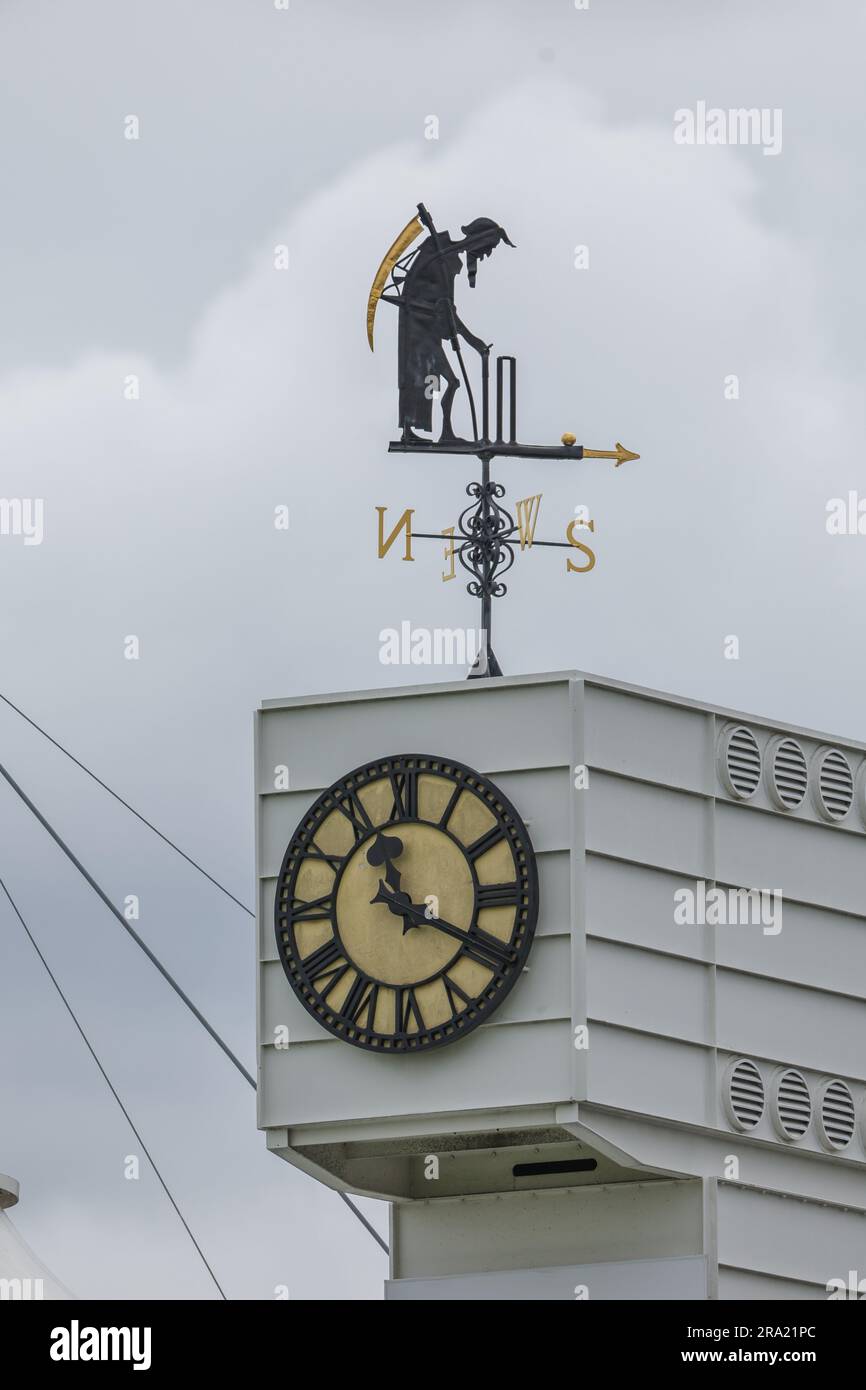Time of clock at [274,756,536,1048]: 11:19
